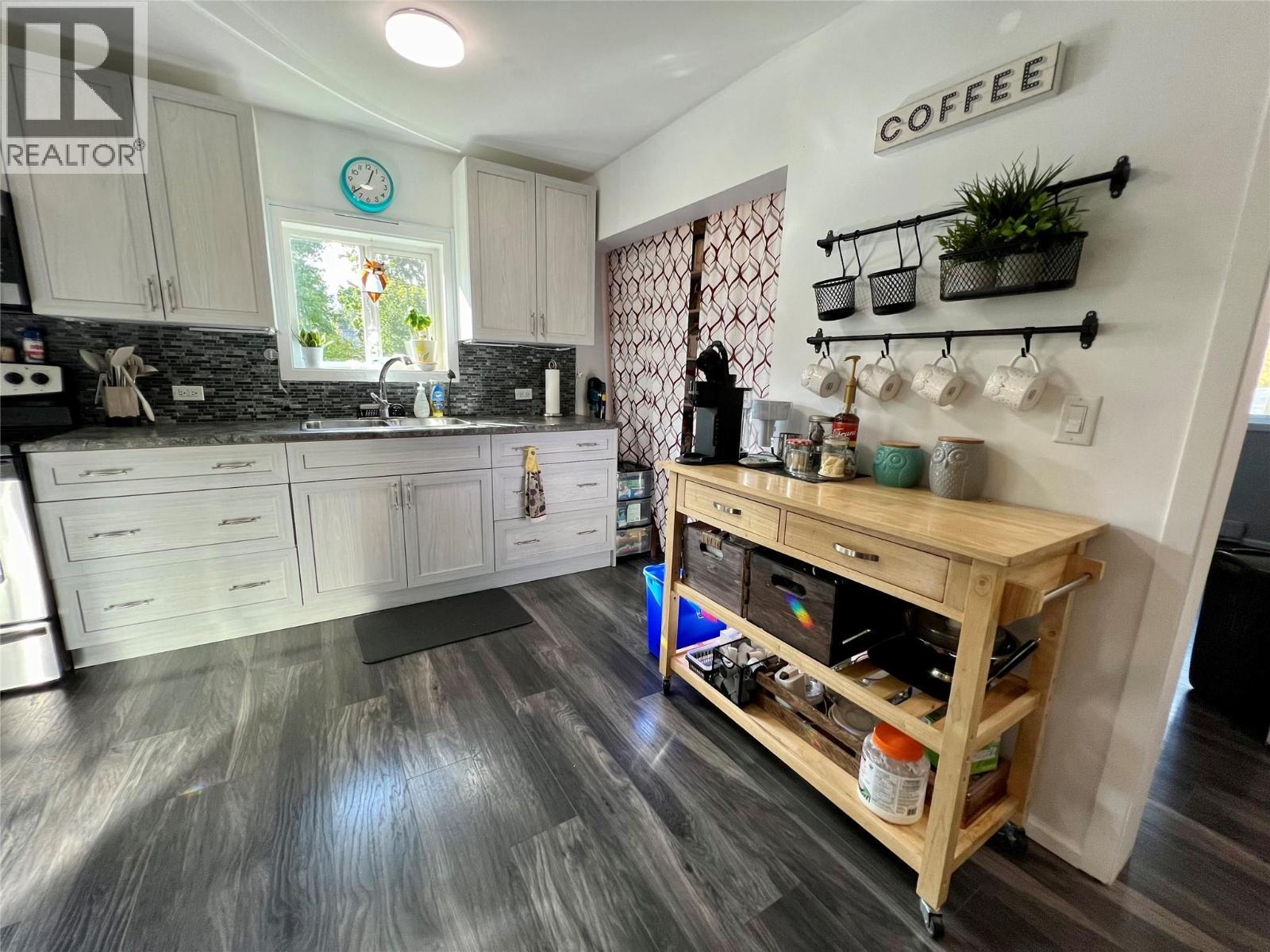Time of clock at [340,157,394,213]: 12:38
